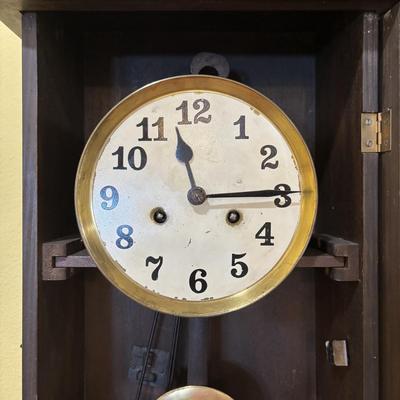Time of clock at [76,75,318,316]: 11:14
